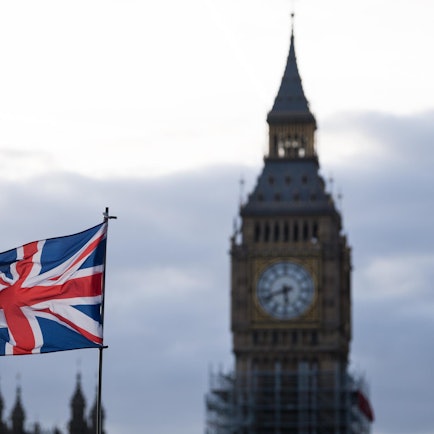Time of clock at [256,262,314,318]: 5:41
